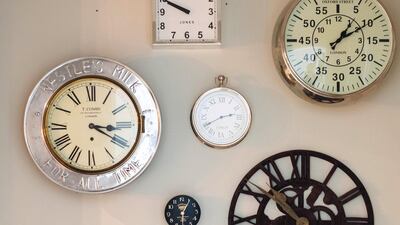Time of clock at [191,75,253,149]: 2:40
